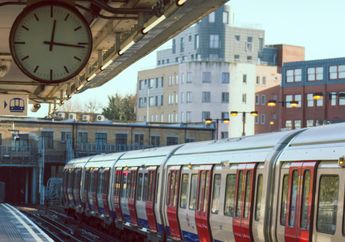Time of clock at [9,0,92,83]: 12:16
